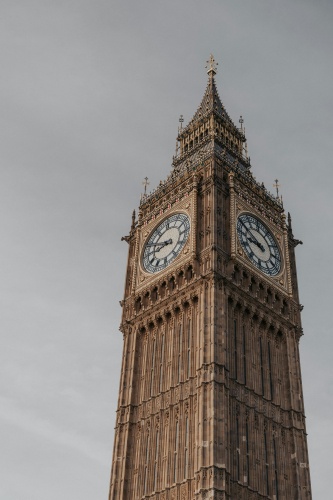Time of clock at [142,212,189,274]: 8:49
